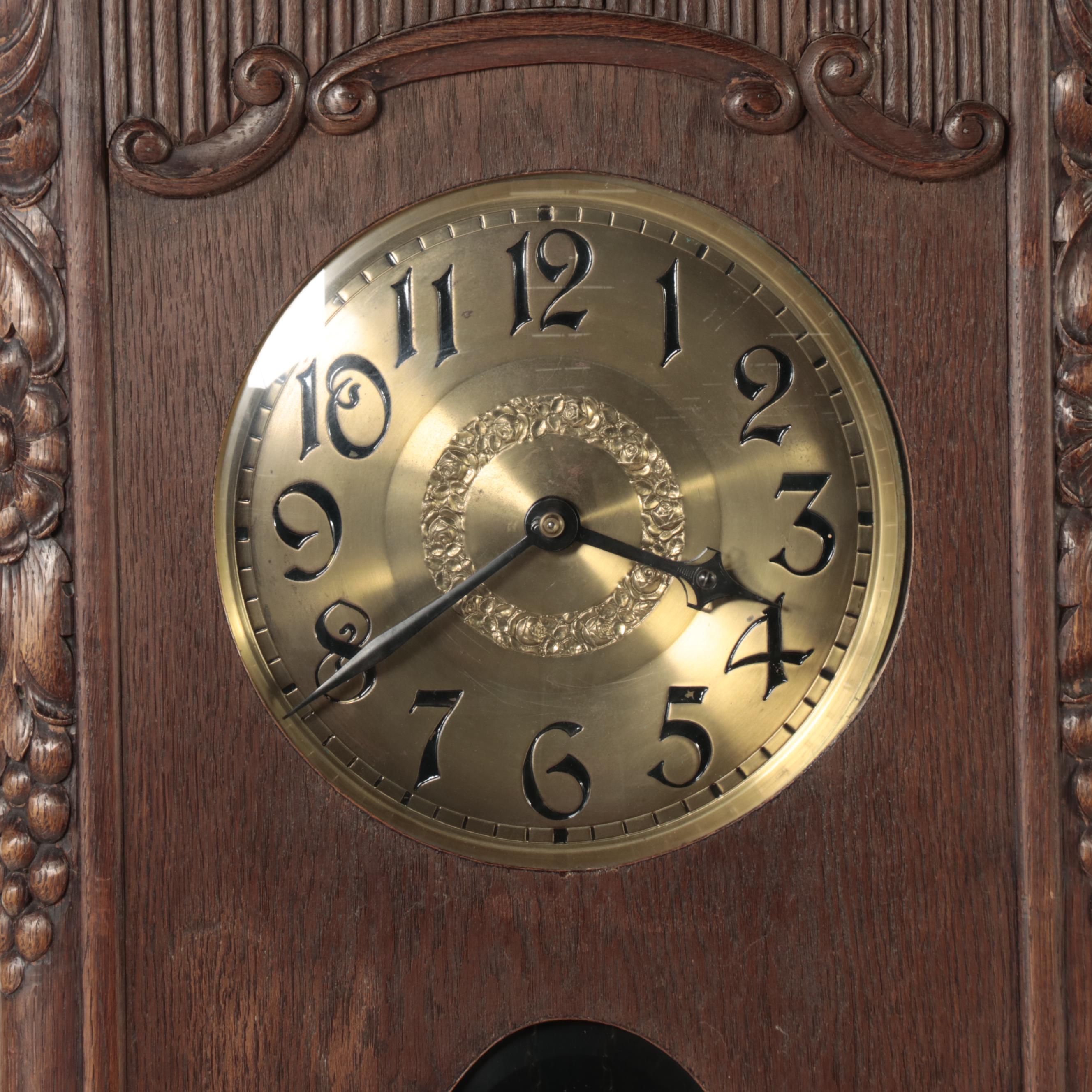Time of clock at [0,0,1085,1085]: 3:39
